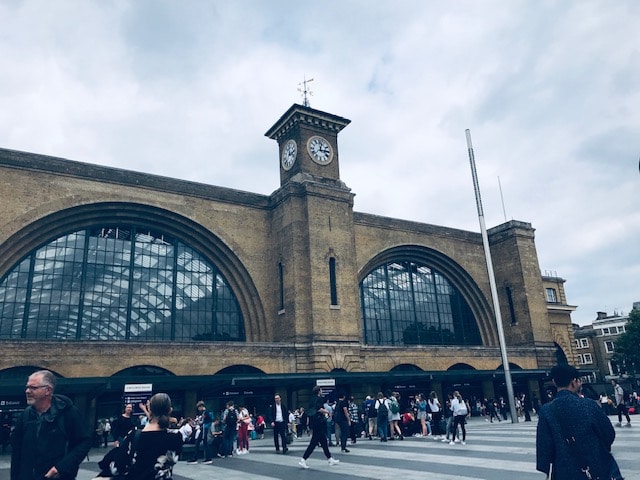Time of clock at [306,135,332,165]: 12:14
